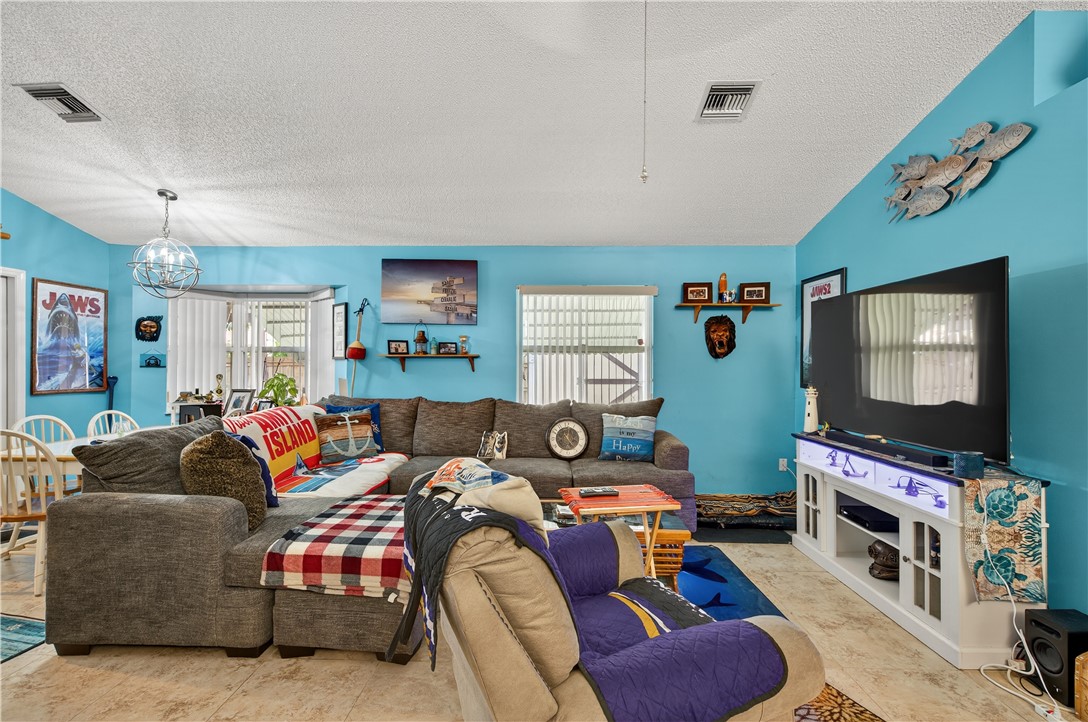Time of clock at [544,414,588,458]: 12:24
